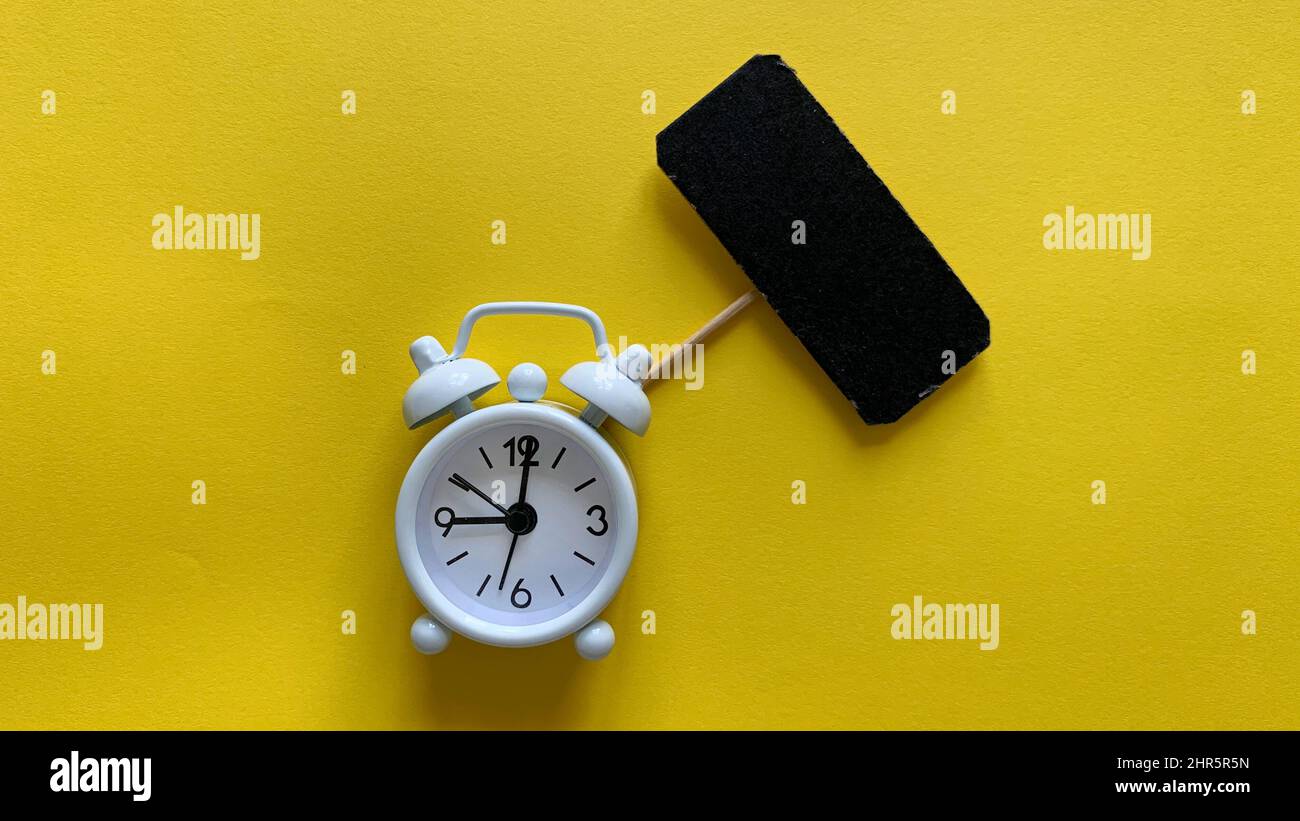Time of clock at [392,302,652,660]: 9:00
